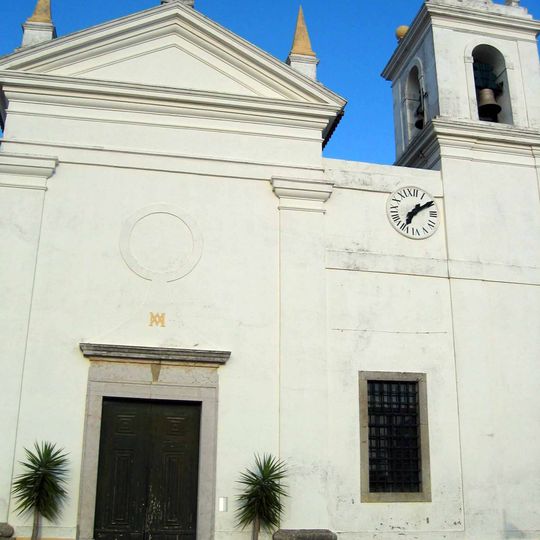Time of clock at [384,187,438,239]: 7:09
